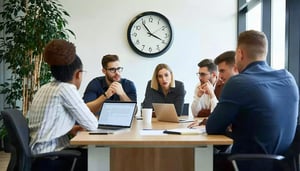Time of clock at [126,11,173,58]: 3:54
